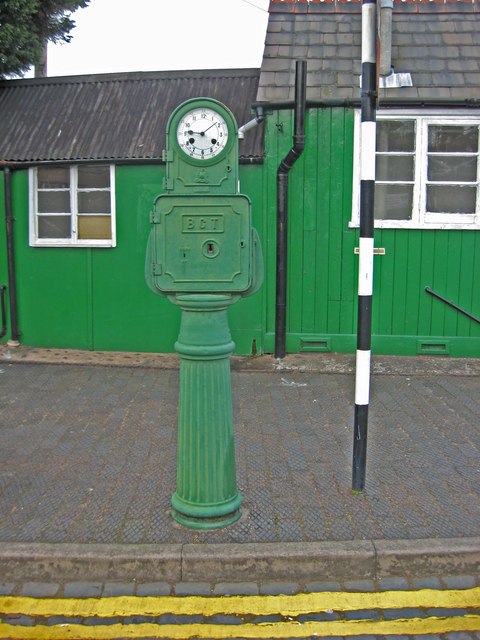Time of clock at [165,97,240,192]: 9:08
